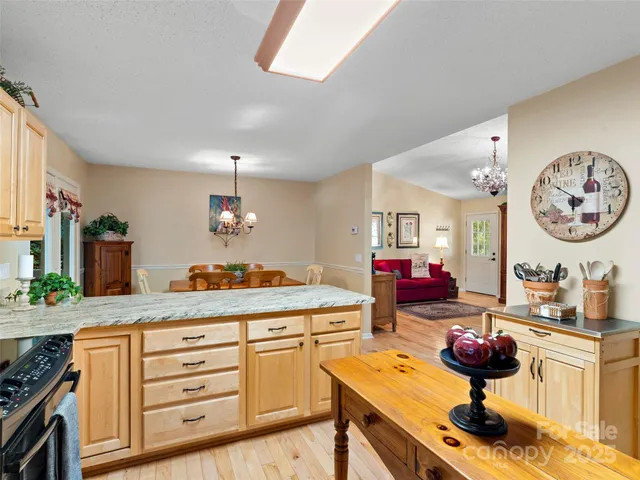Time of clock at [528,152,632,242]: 5:50
